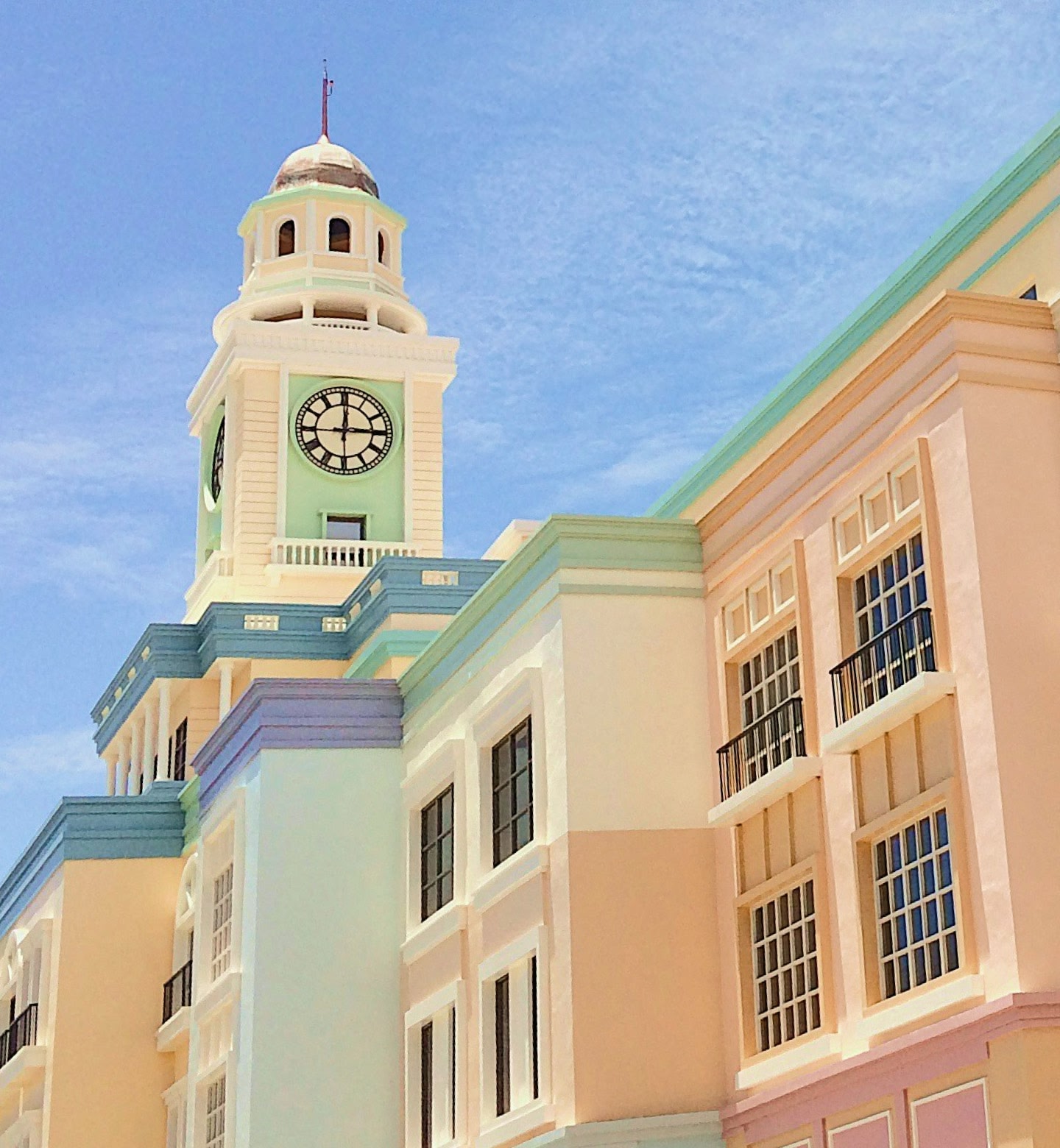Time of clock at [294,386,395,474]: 2:59
